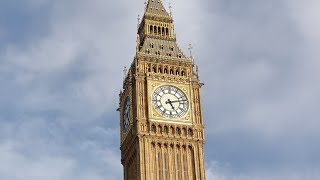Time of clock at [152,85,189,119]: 5:12
